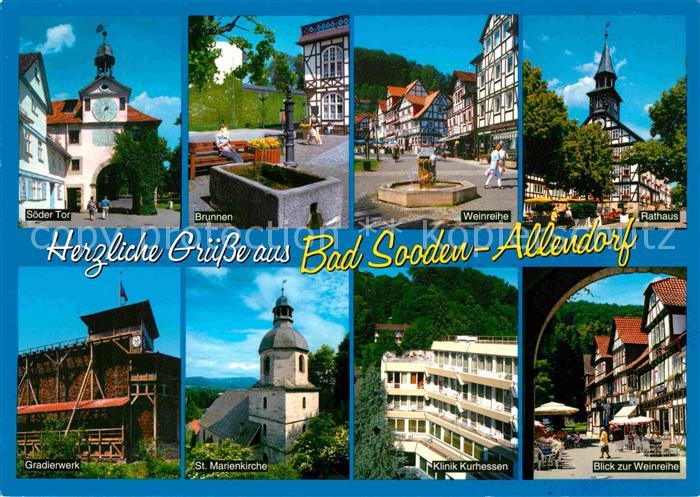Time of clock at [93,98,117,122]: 2:02
